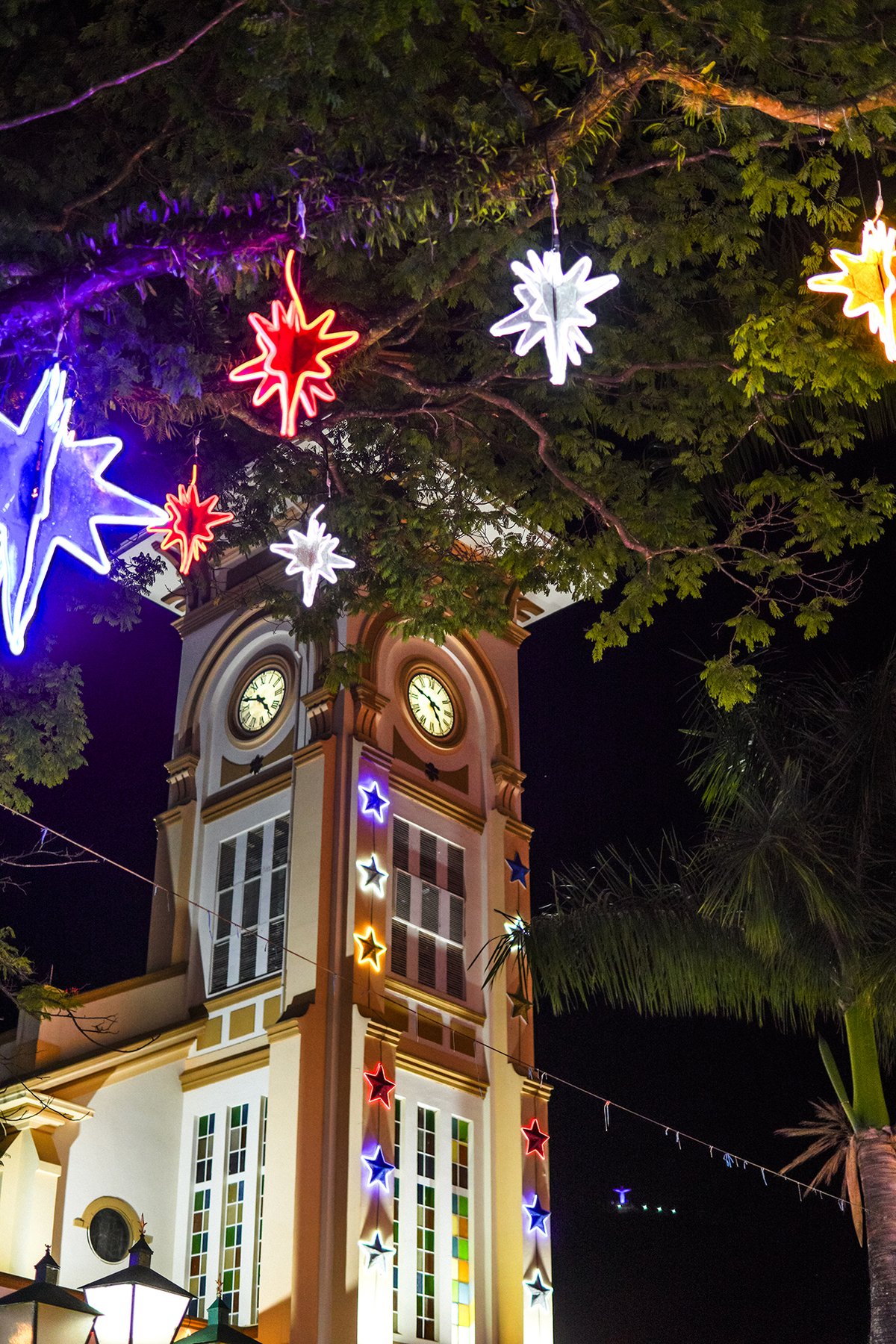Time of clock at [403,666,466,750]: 4:49
